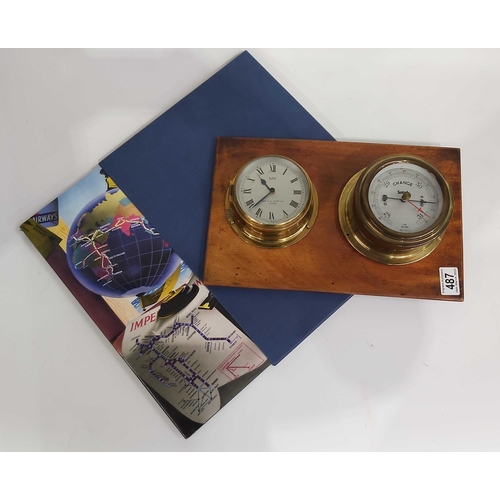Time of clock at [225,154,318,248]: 10:37
